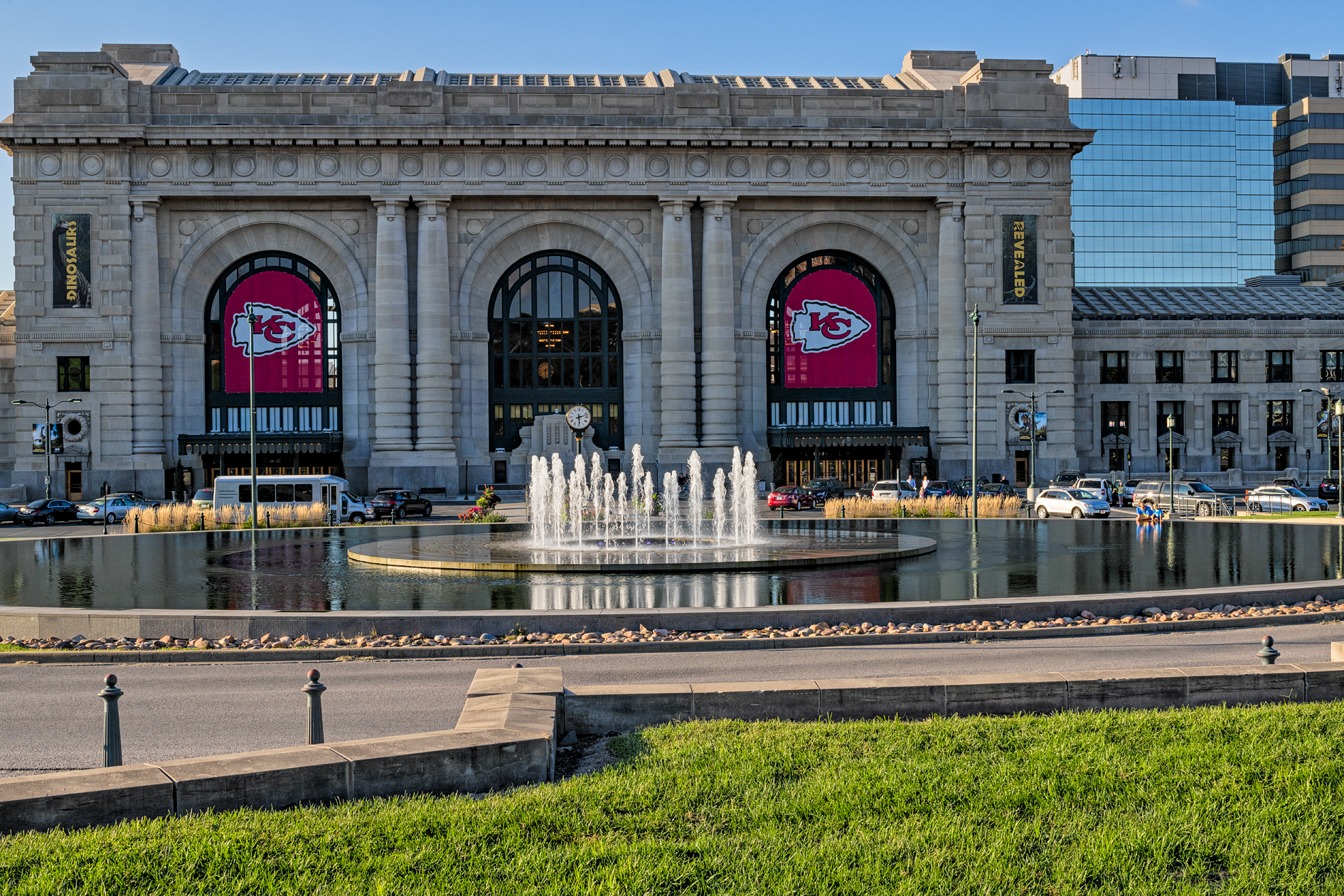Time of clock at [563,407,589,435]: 2:29
